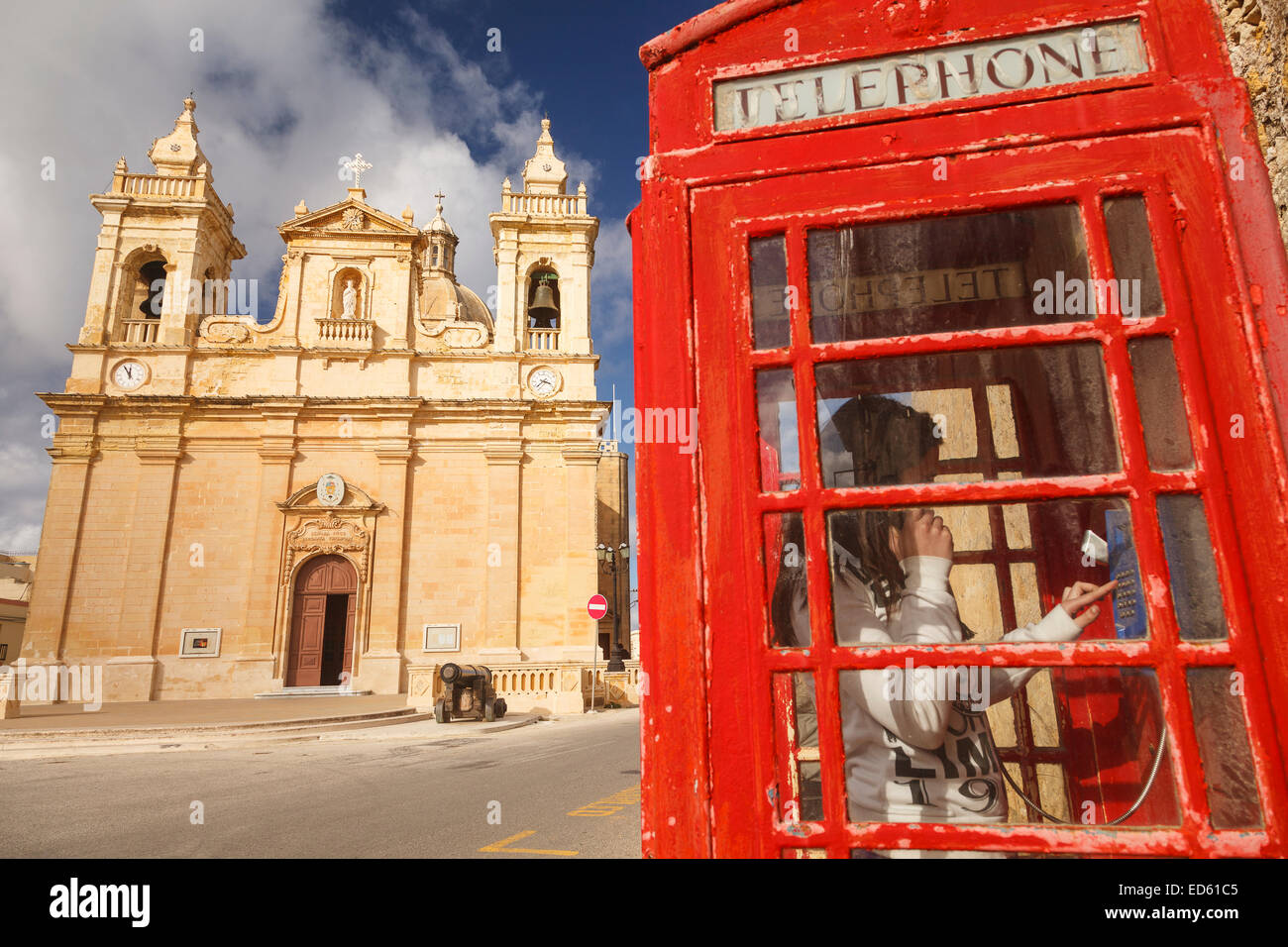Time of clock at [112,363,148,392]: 11:55
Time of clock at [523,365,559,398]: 3:37
